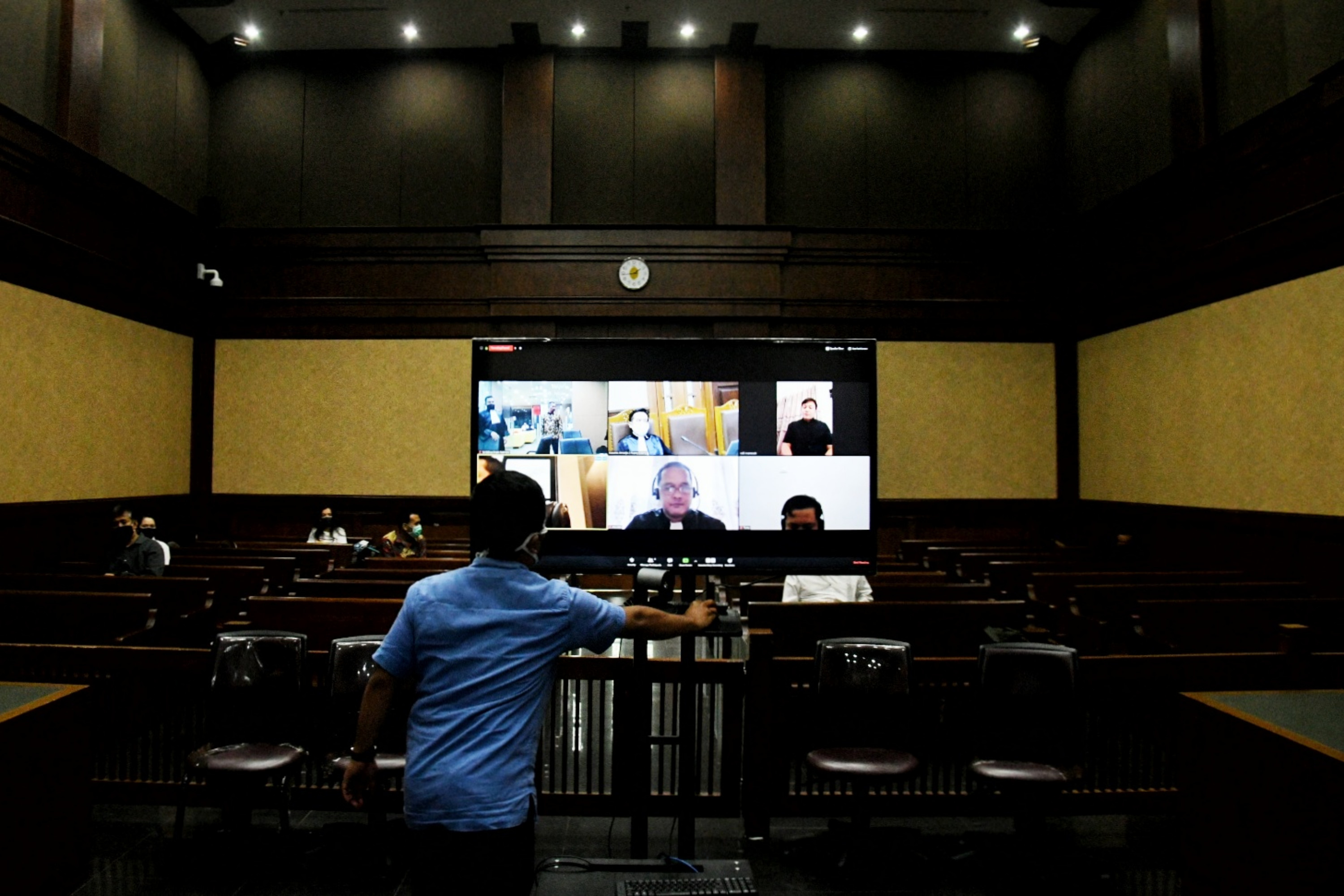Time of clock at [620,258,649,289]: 1:43
